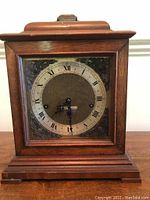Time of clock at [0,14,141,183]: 7:29
